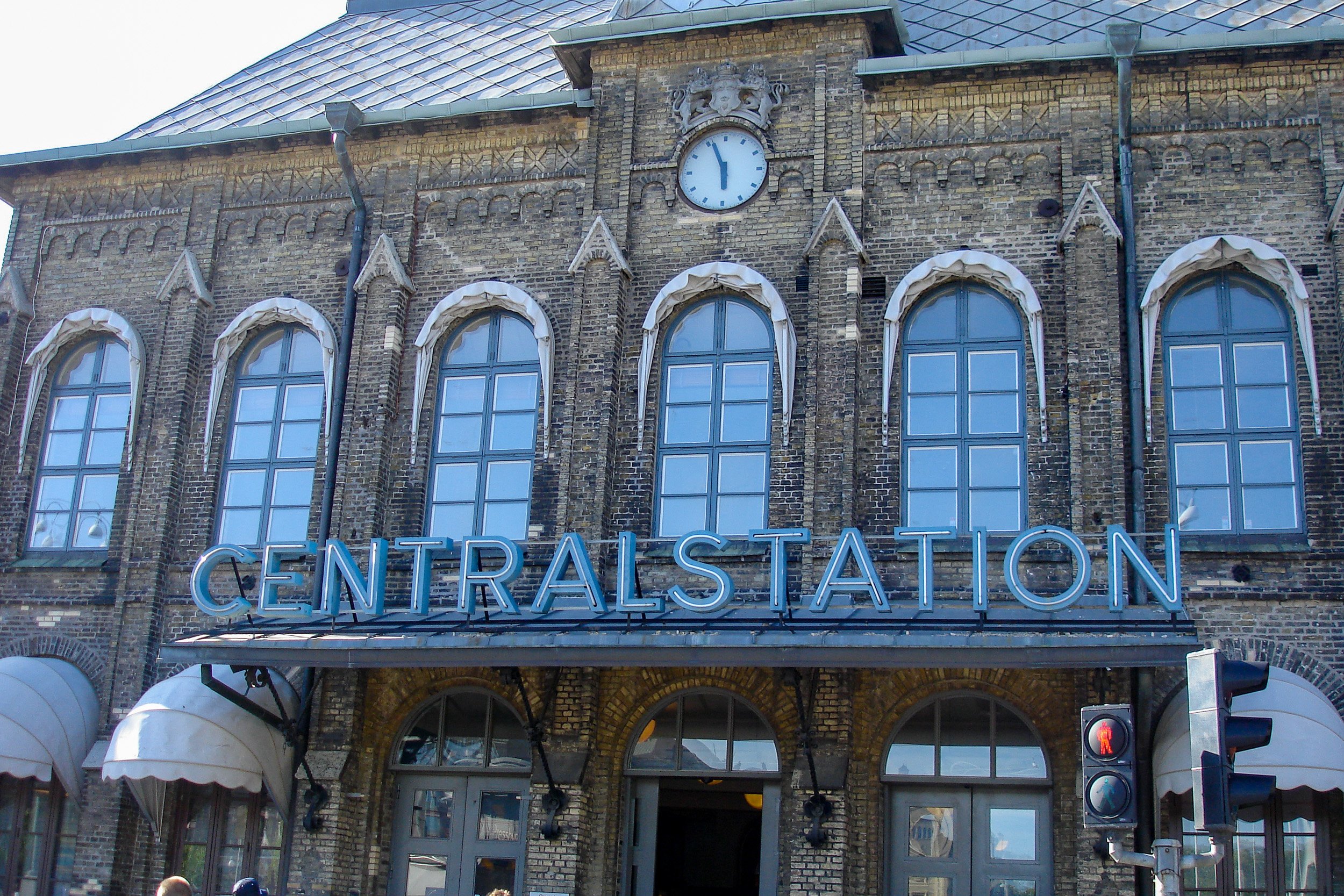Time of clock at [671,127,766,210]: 5:56
